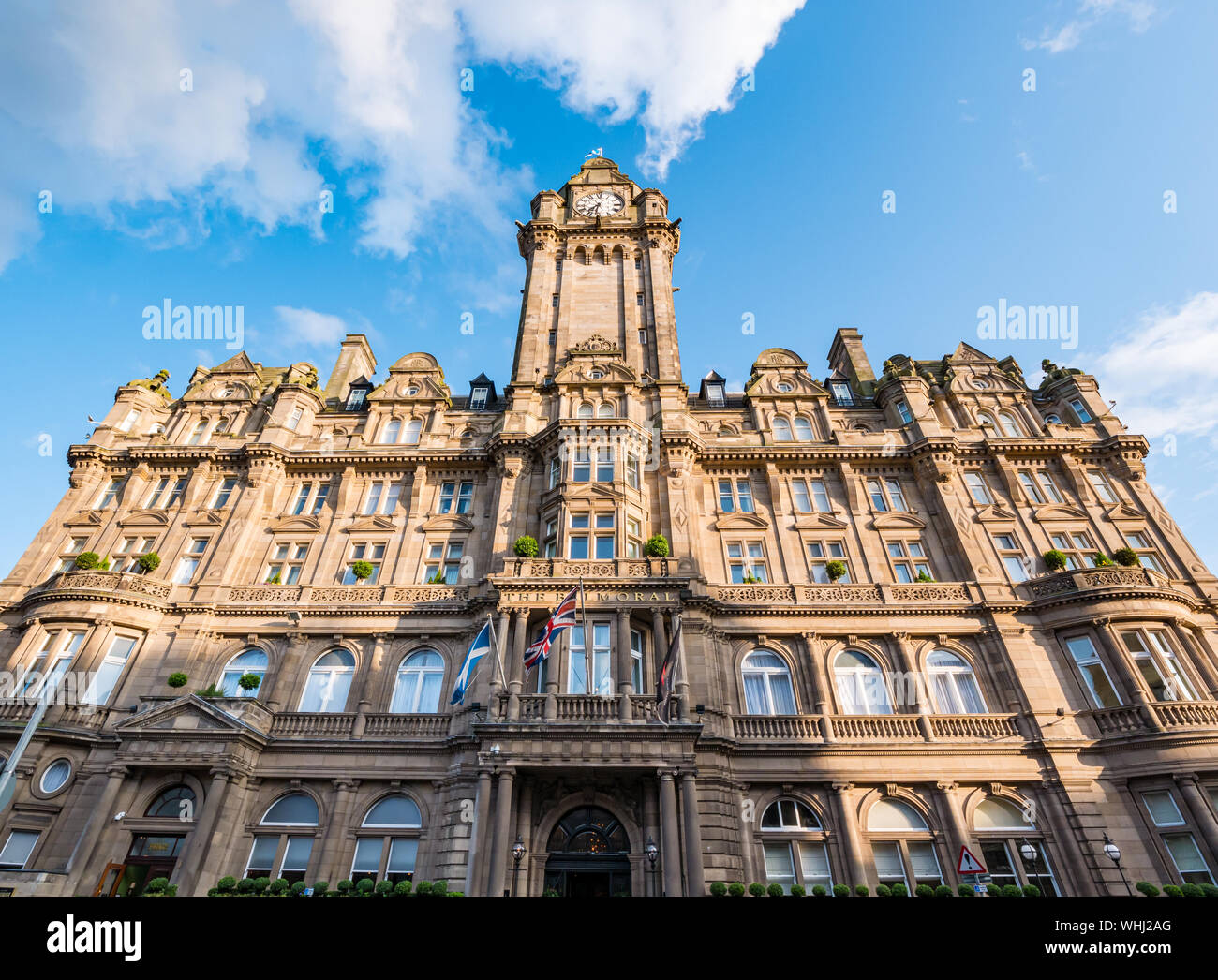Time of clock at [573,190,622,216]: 7:32
